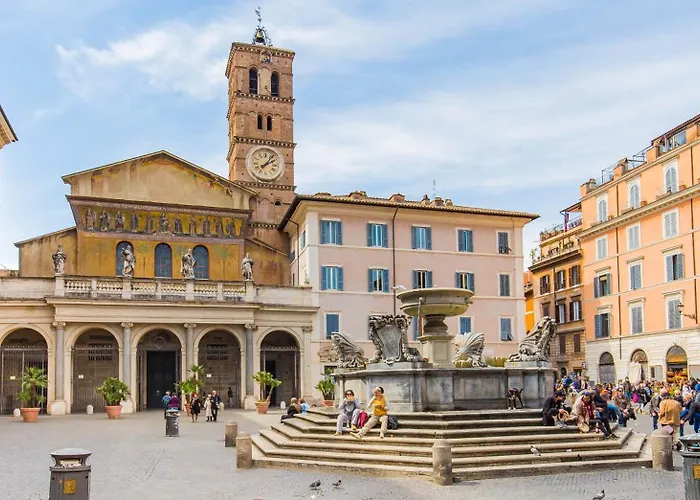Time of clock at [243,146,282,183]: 2:06
